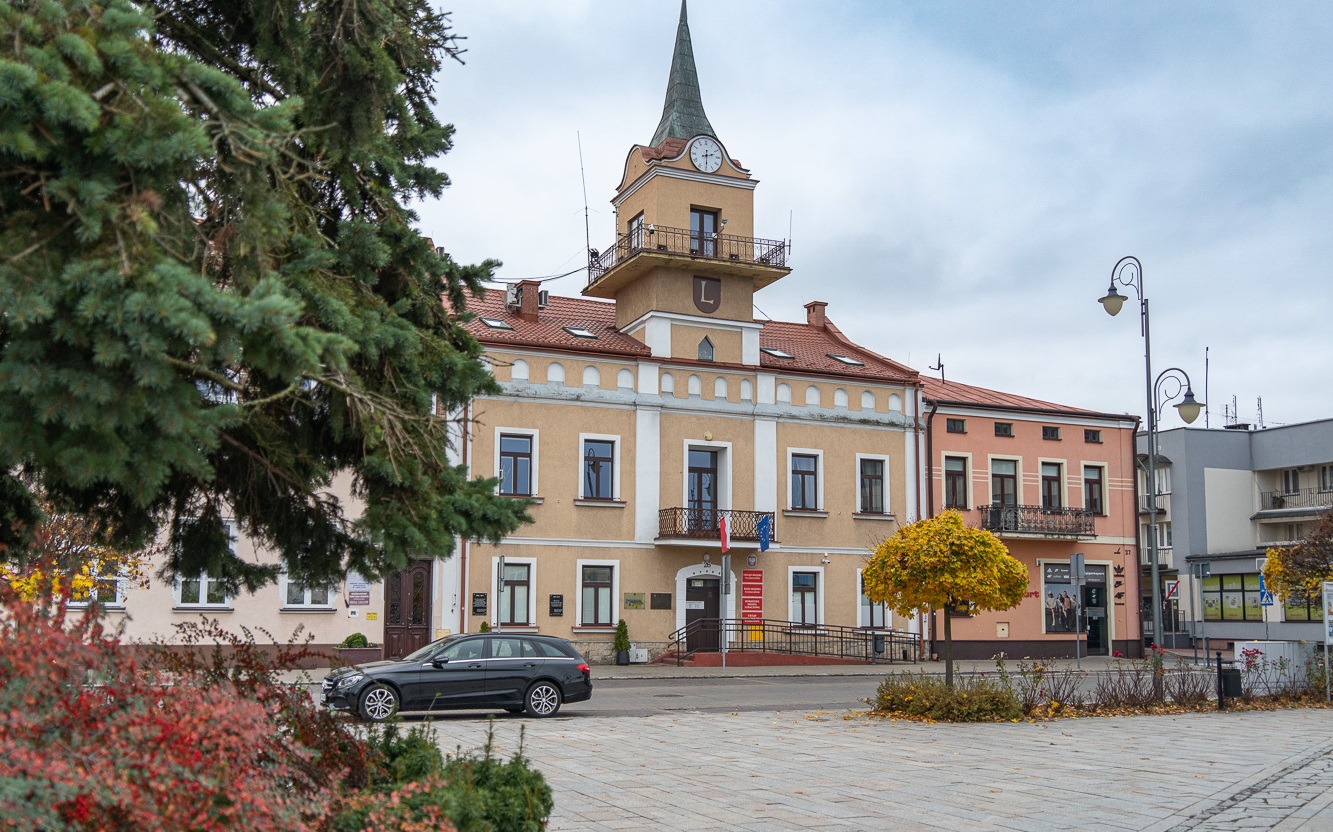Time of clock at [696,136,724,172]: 2:29
